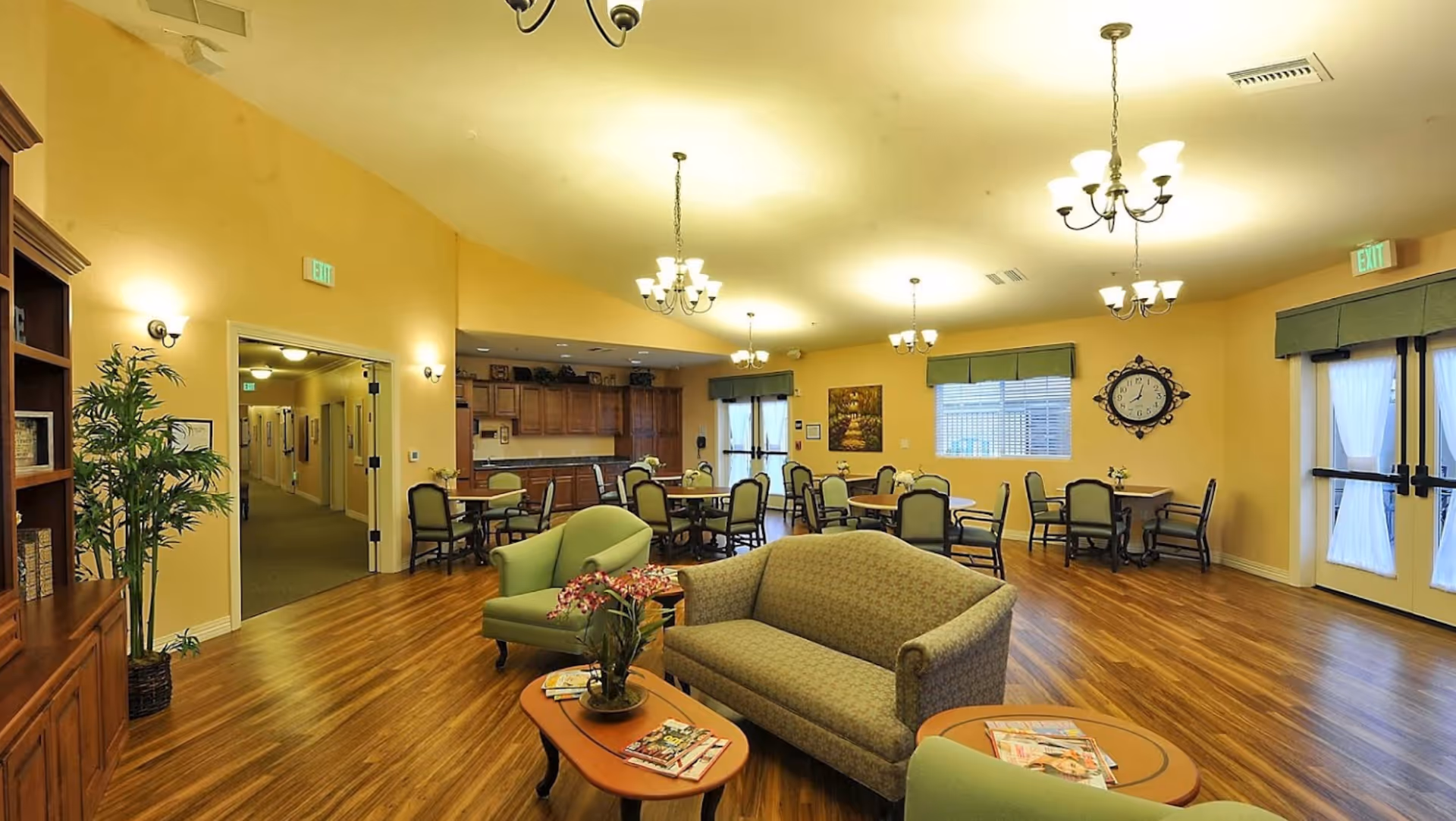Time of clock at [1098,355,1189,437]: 8:02
